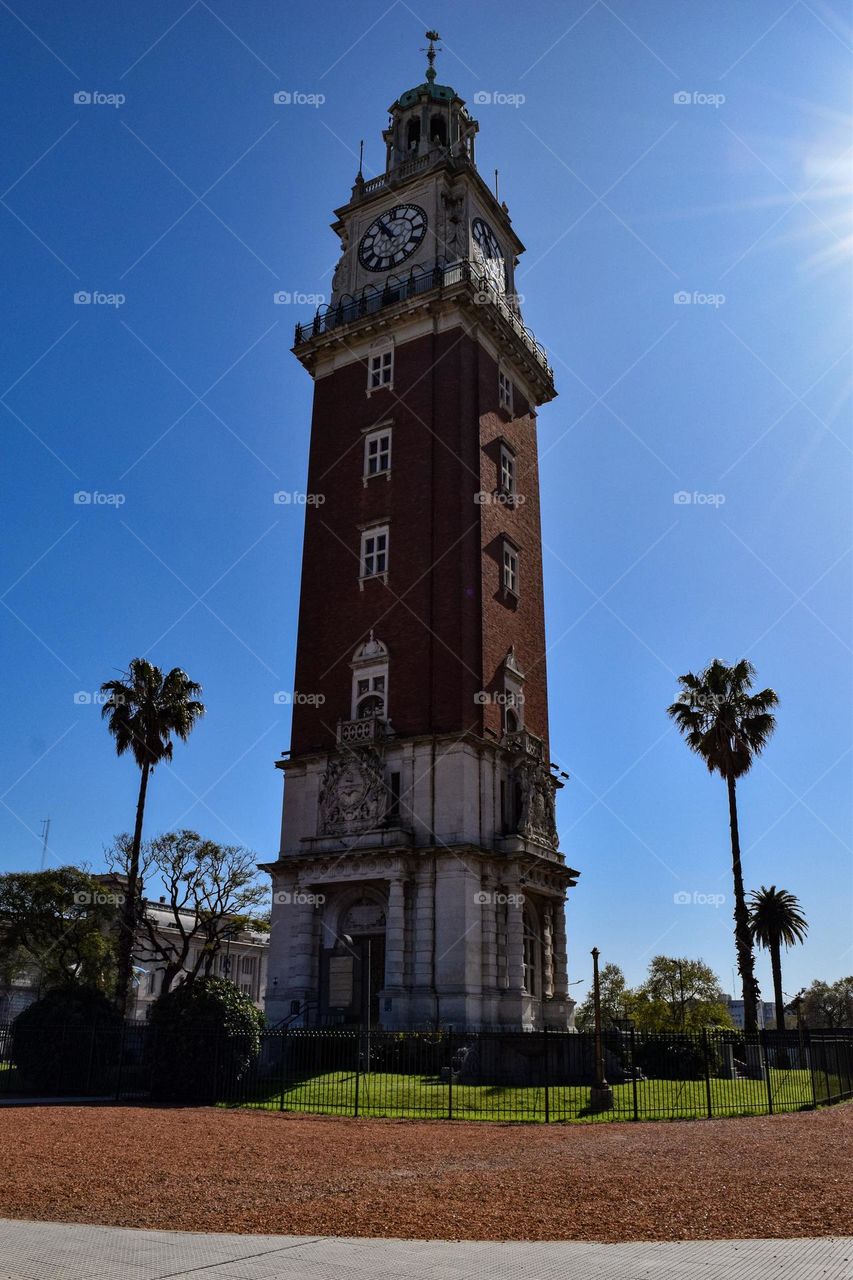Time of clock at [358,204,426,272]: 10:55
